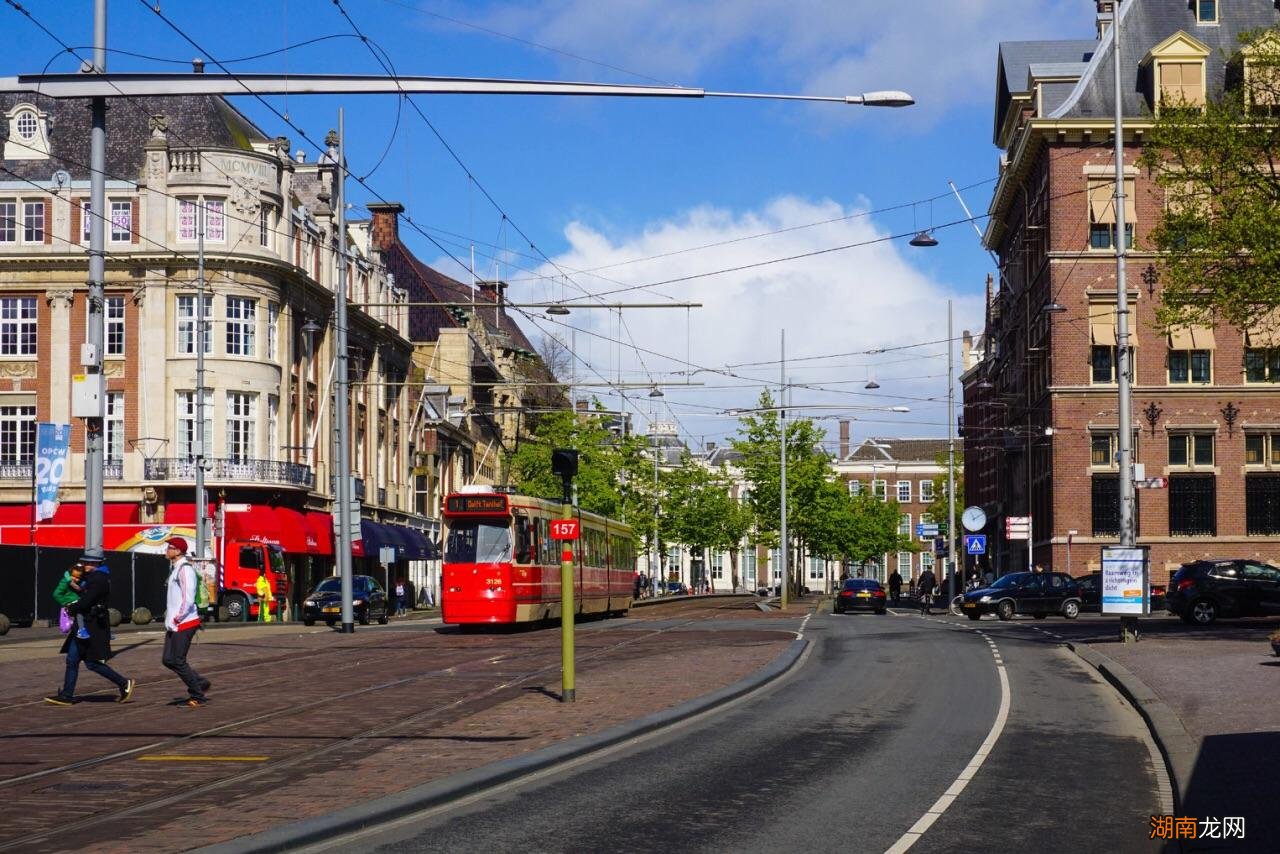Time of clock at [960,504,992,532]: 11:09
